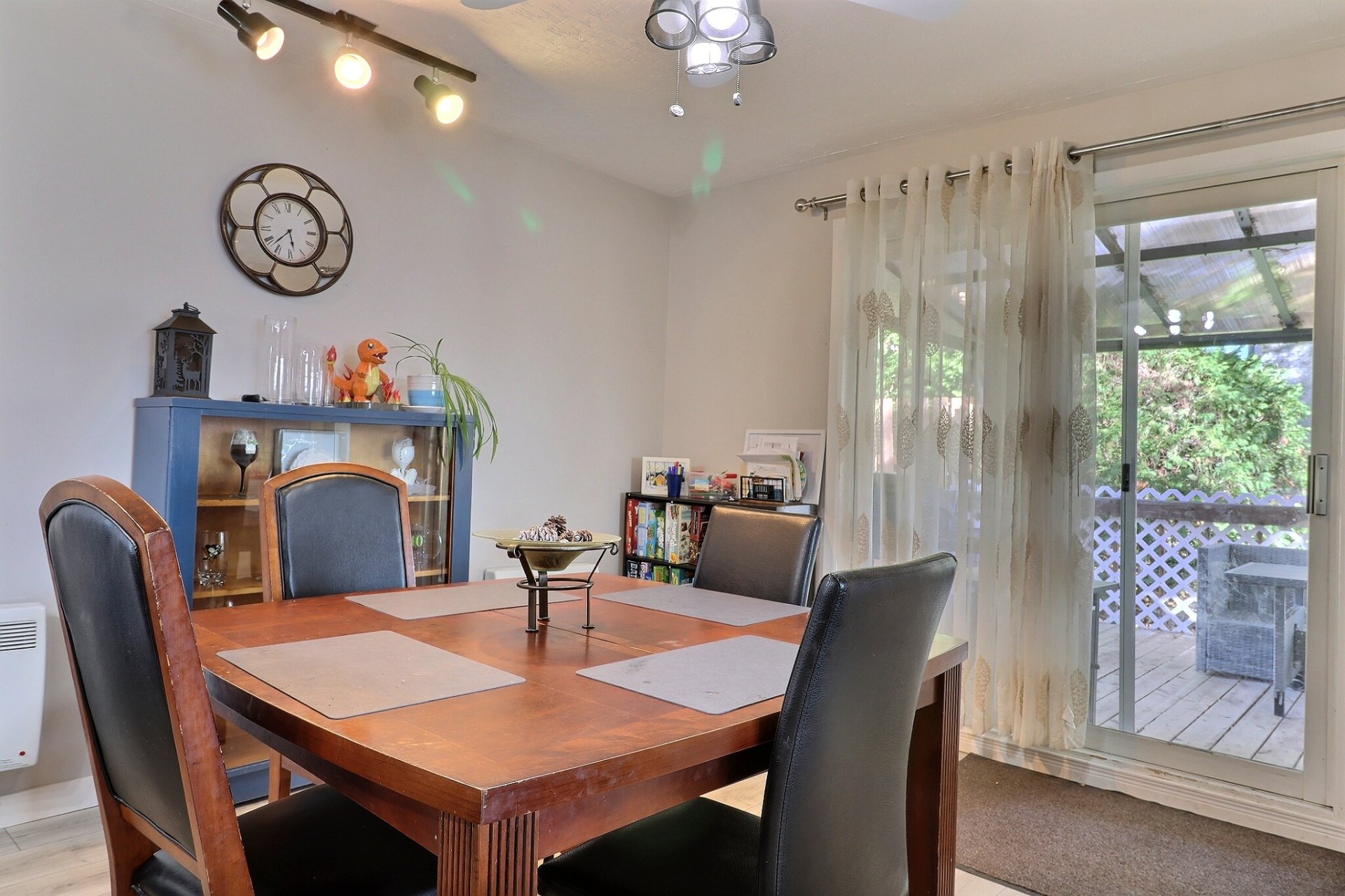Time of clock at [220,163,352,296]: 5:37
